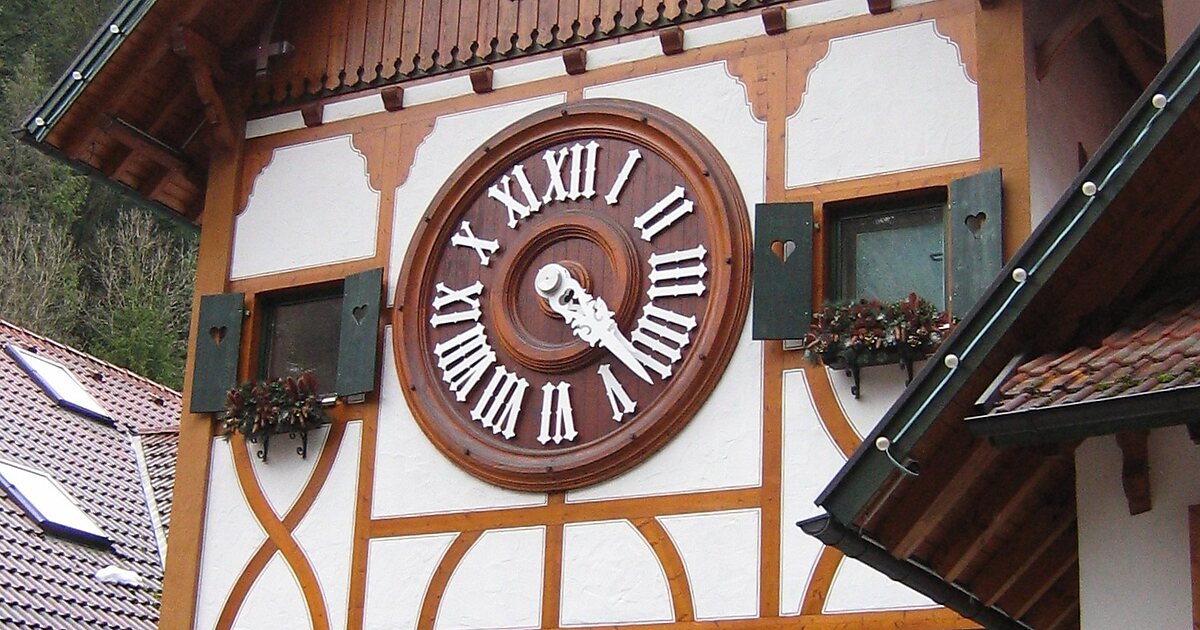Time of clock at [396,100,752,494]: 4:22
